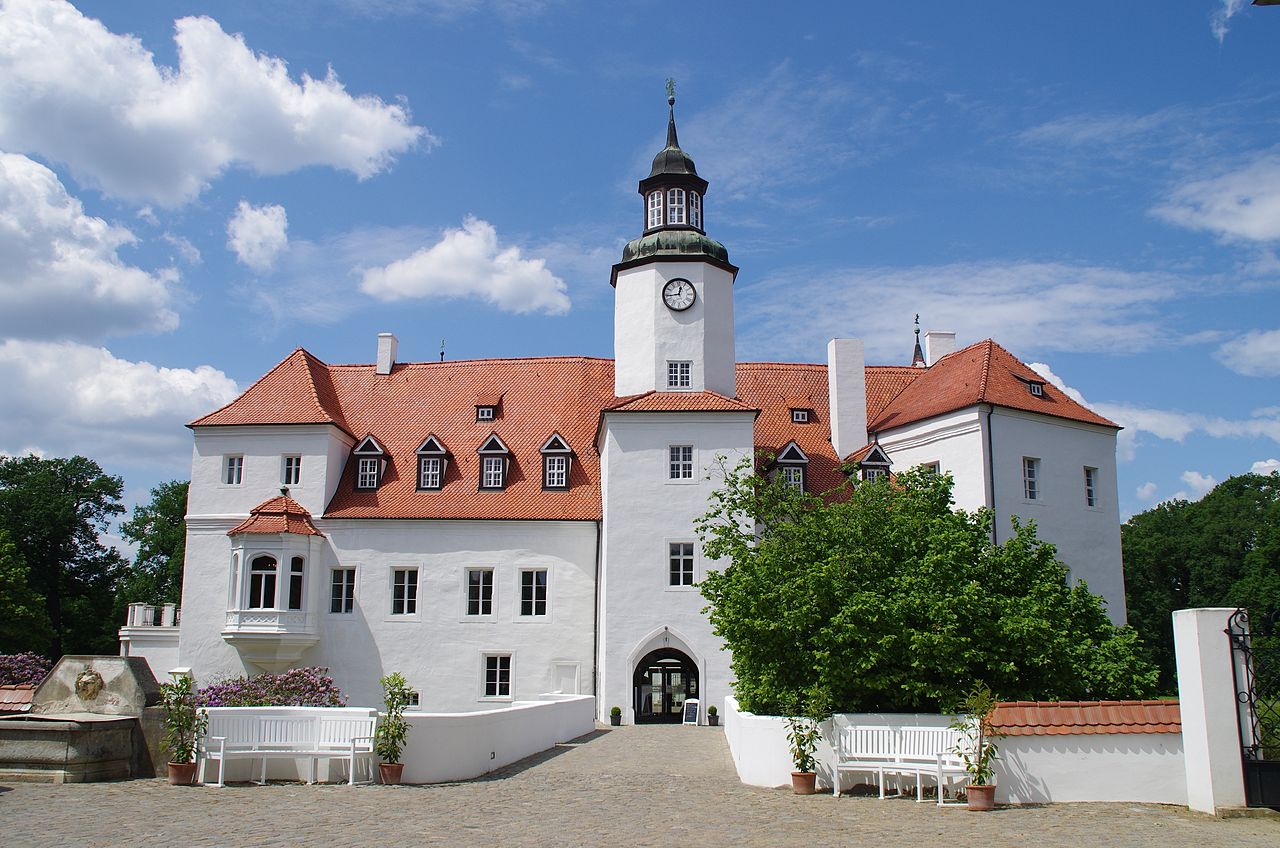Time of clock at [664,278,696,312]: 12:43
